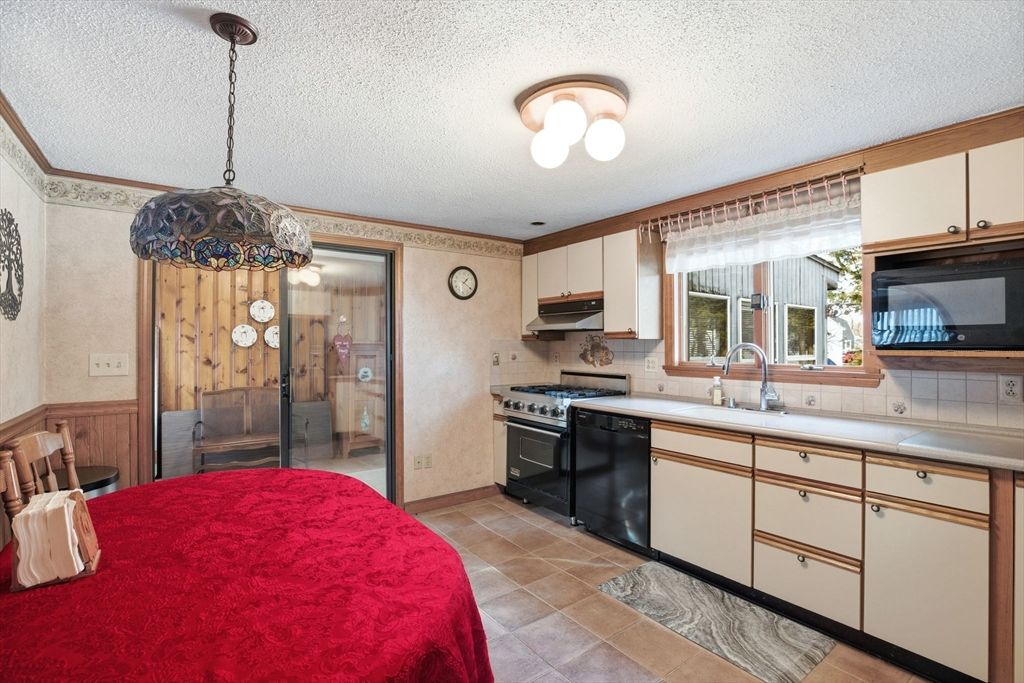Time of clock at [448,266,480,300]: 1:20
